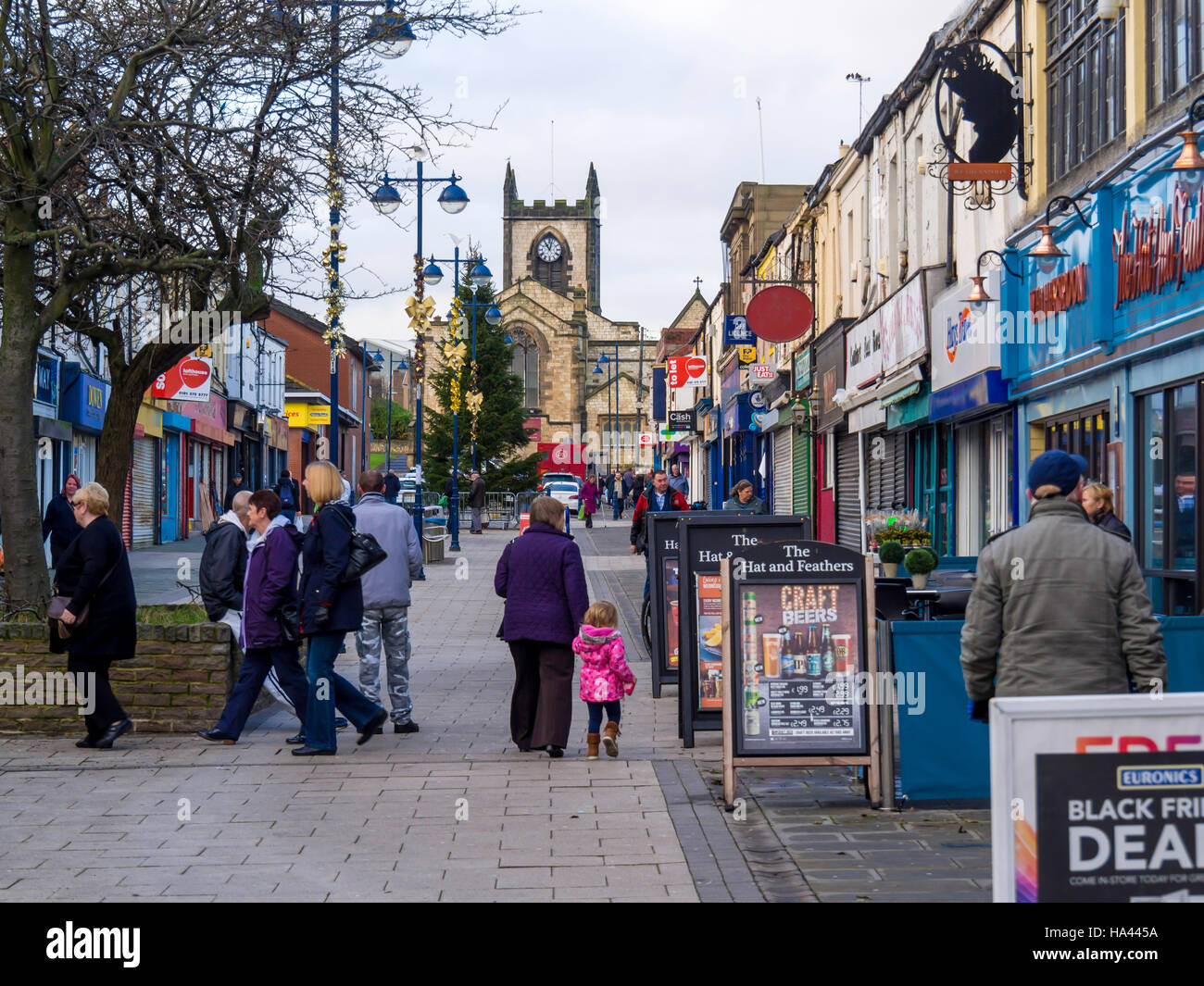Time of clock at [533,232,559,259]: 11:02
